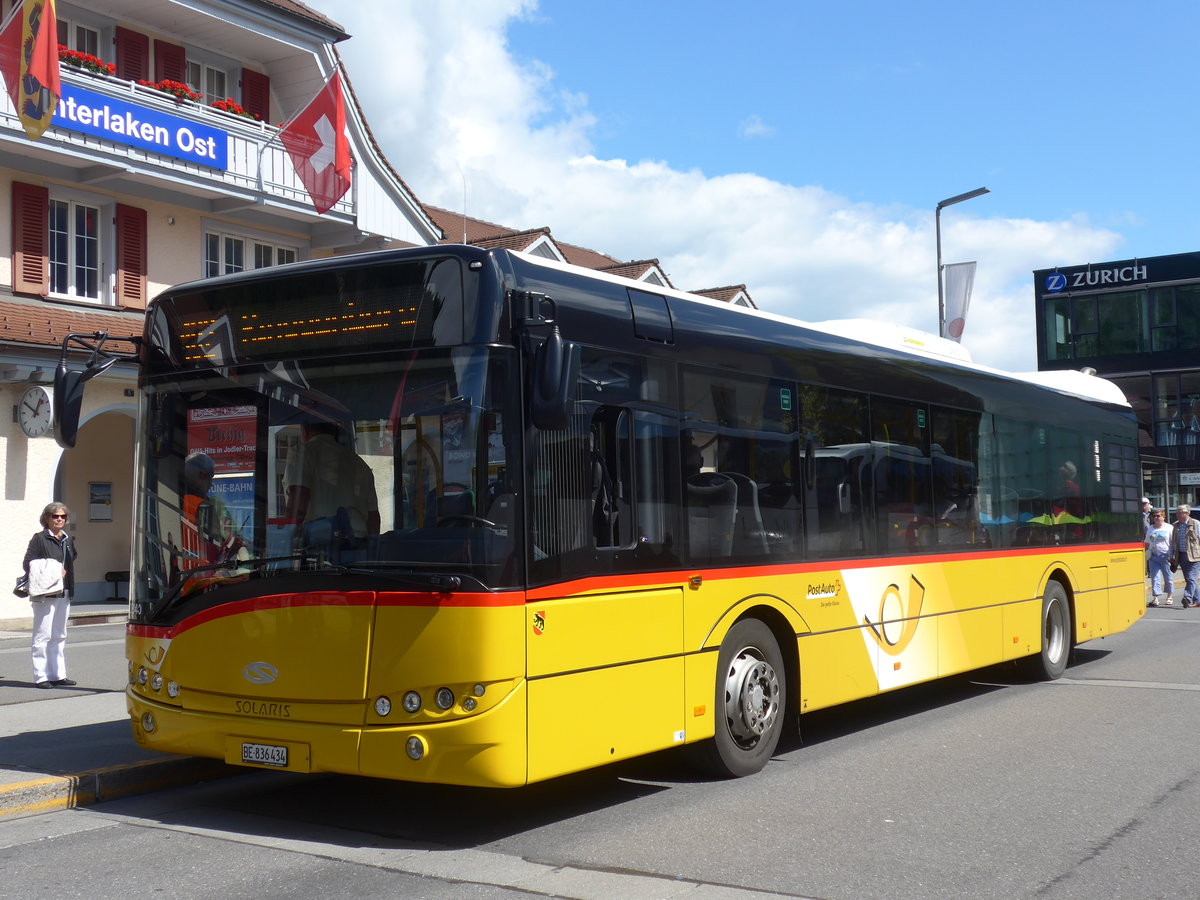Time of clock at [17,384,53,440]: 12:50
